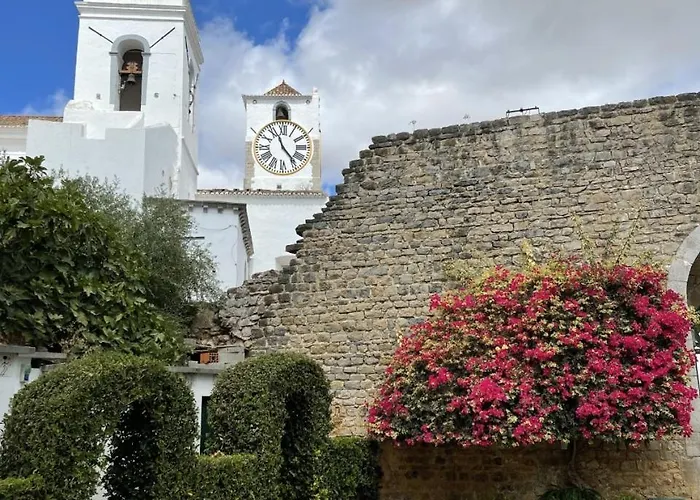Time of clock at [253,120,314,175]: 11:23
